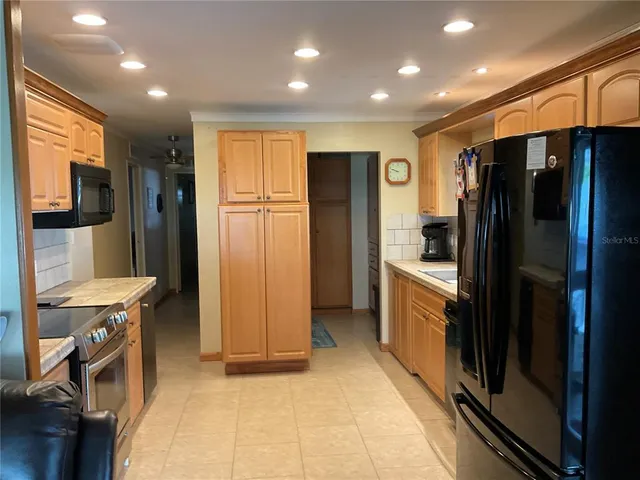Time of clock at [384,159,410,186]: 9:48
